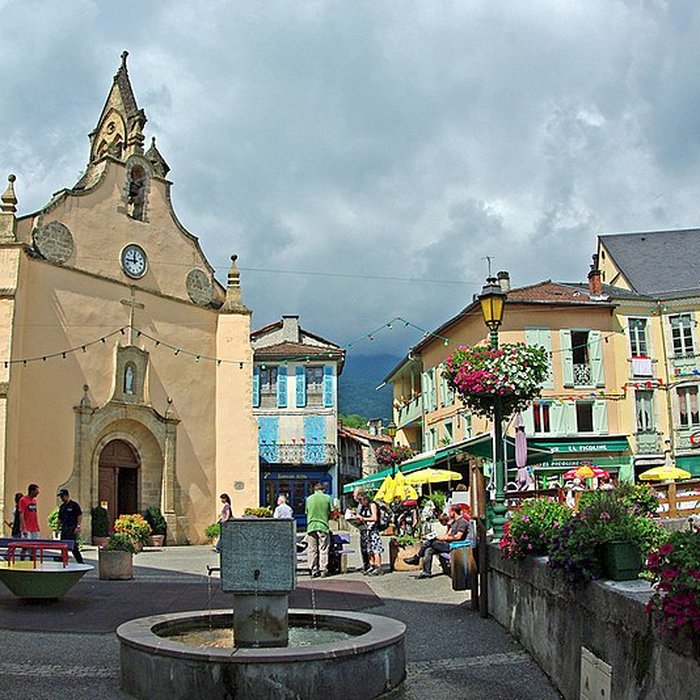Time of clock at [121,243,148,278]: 11:43
